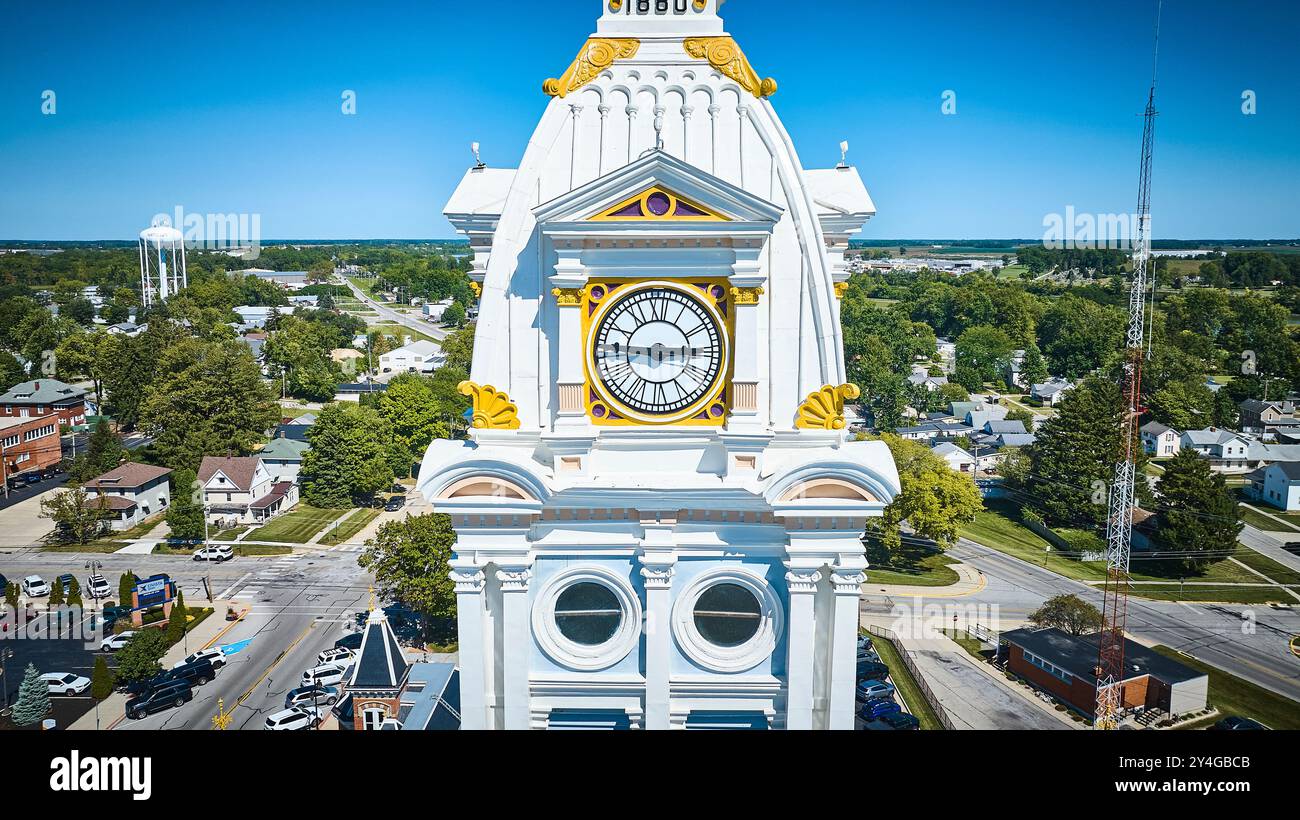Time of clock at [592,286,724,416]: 2:45
